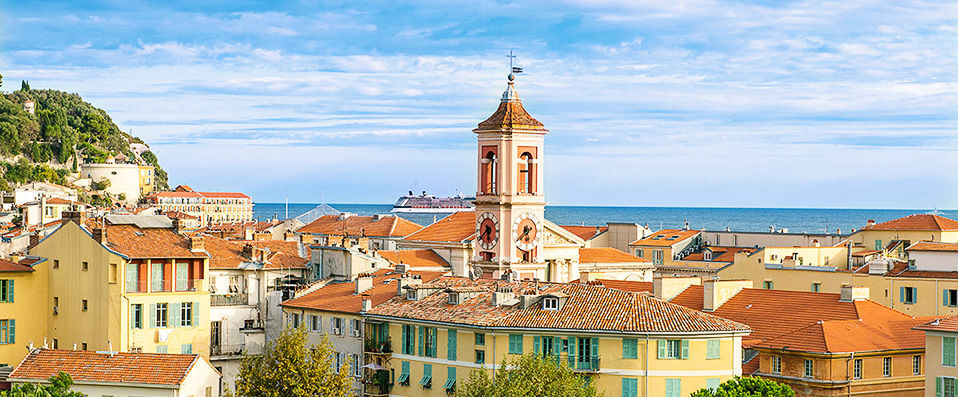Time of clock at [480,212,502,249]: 5:38
